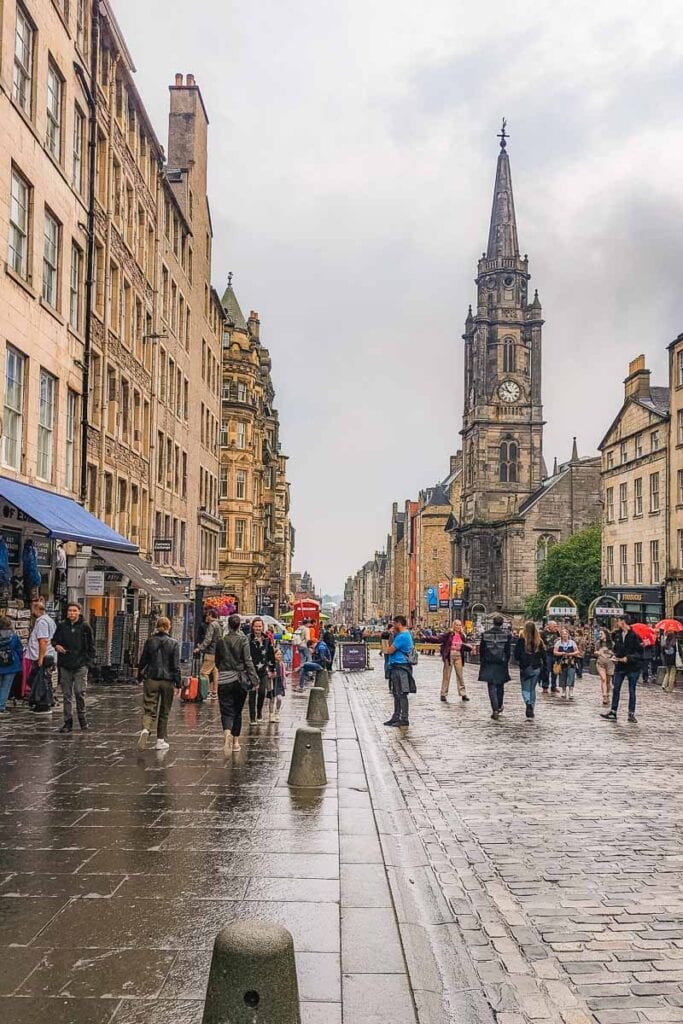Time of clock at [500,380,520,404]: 10:48
